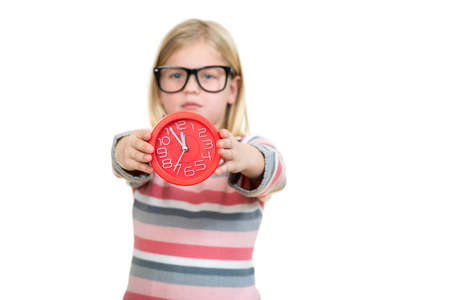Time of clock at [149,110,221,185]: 11:55
